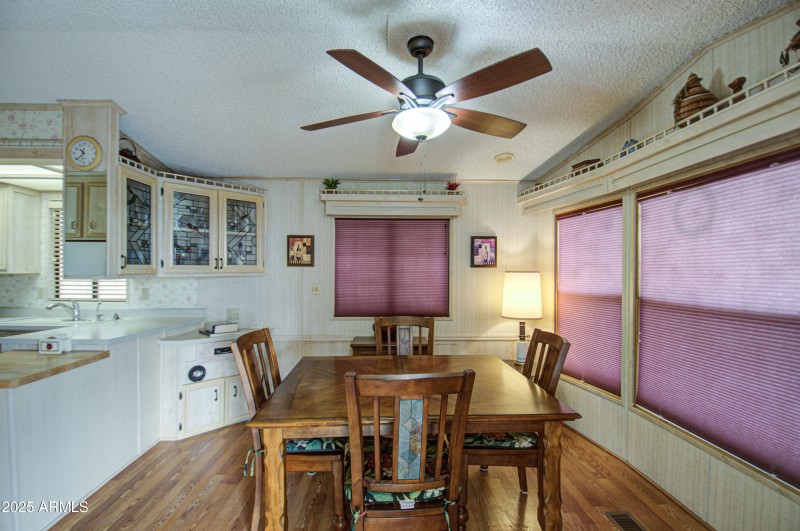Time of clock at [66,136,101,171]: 10:37
